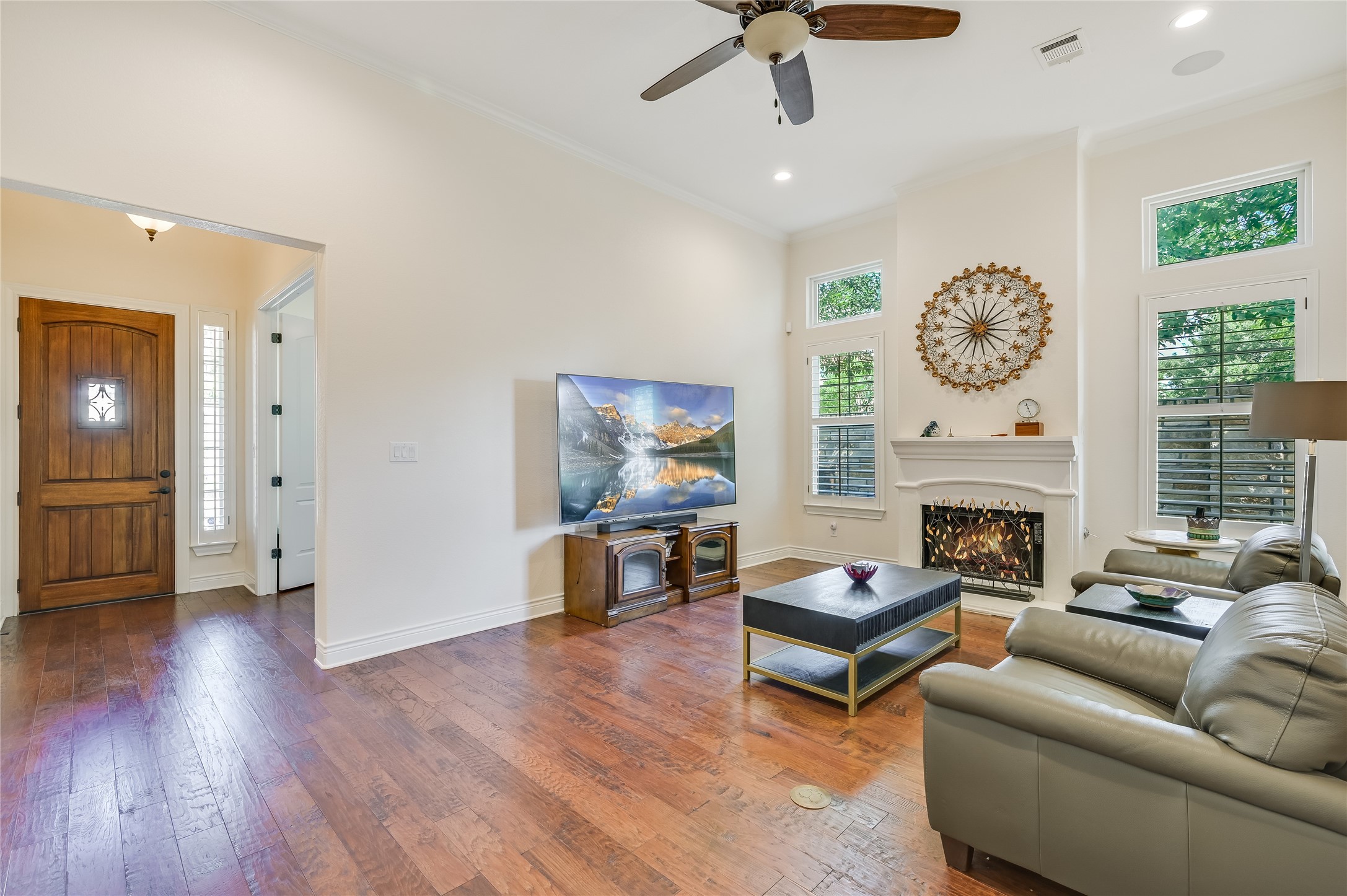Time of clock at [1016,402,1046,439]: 11:26
